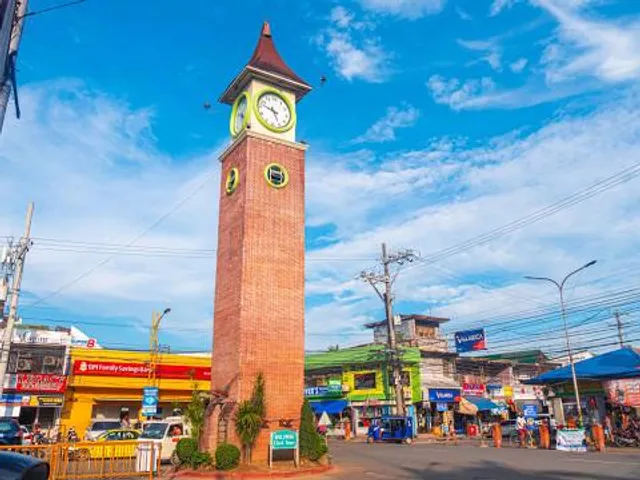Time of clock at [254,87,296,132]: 9:25
